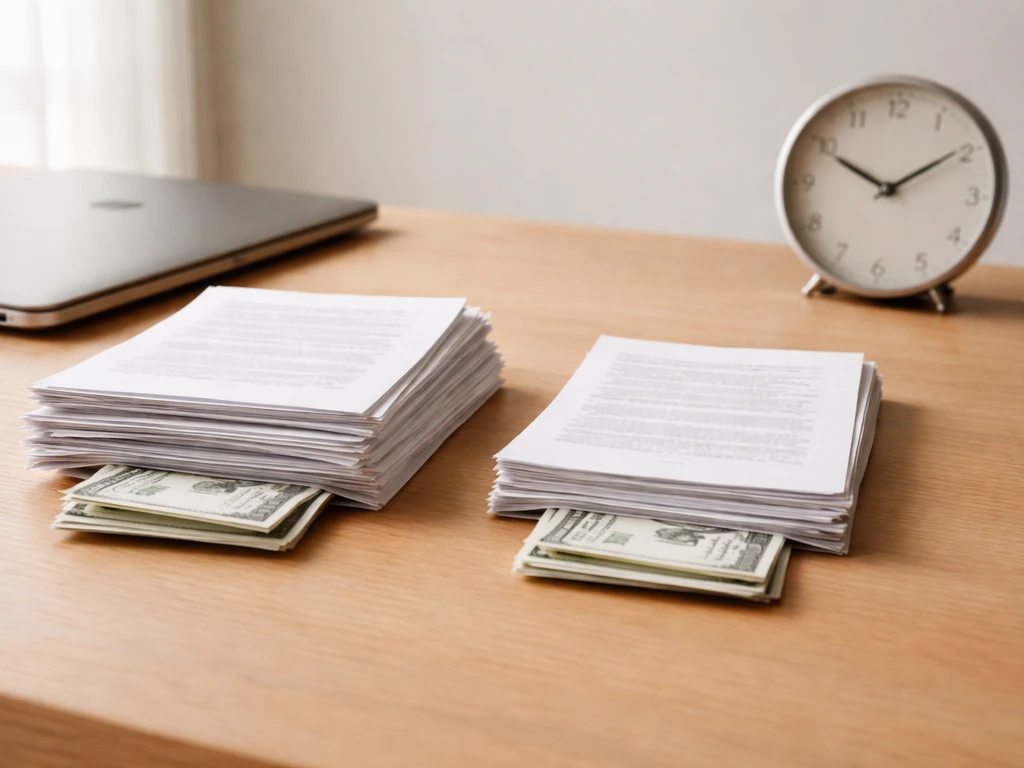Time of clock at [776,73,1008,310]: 1:49
